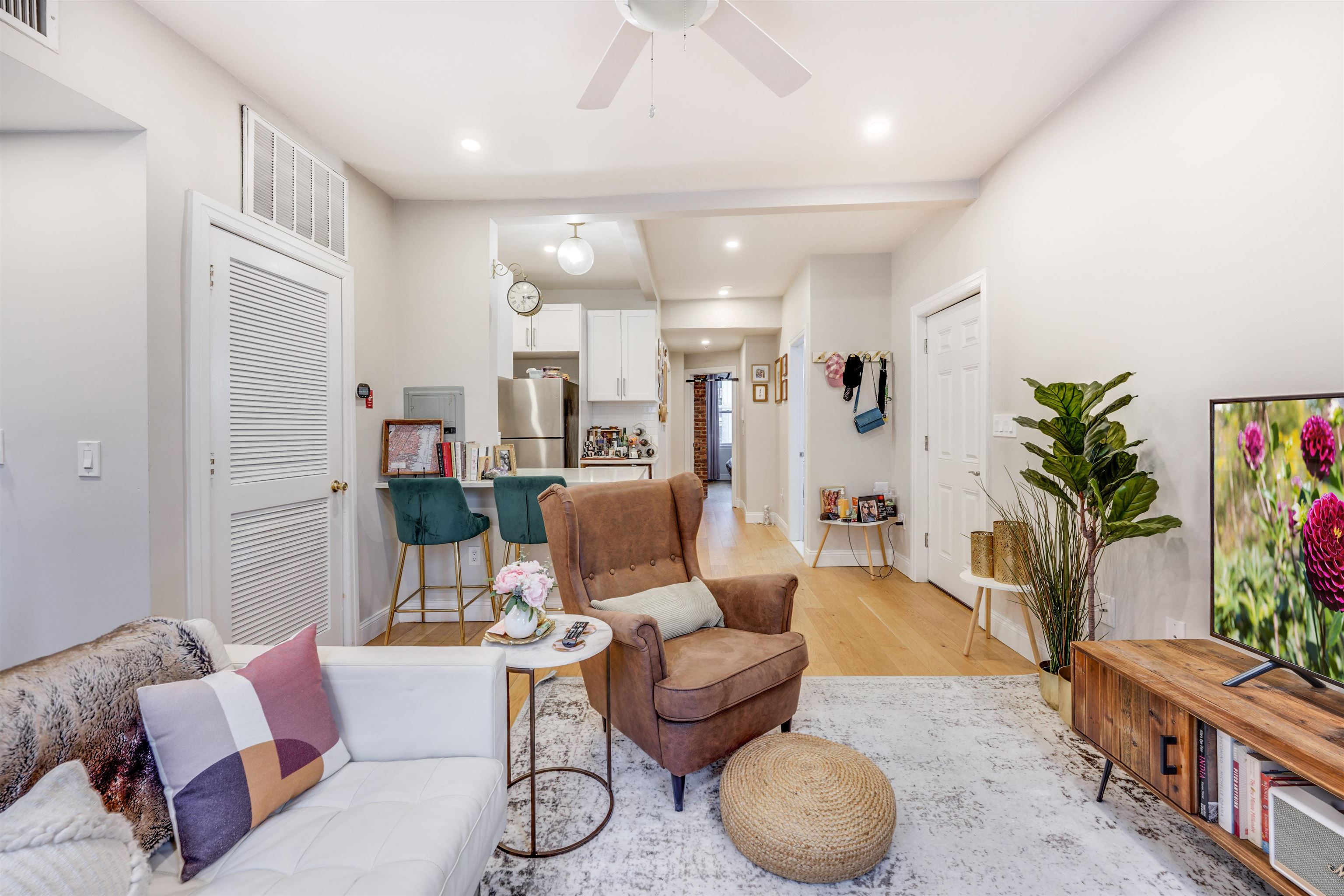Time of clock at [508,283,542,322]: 3:14
